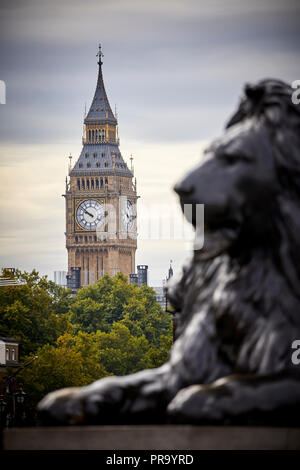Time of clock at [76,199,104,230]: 9:51
